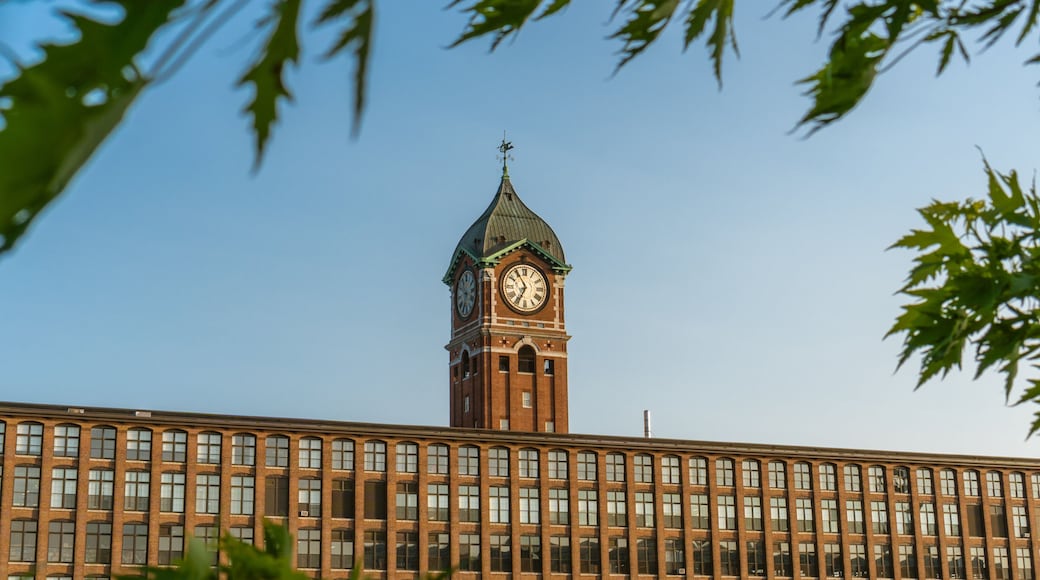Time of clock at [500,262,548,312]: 6:55
